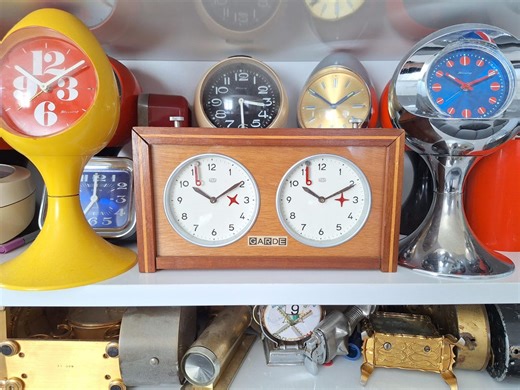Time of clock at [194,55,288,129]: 3:29
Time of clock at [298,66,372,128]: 1:50
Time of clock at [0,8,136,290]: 10:09
